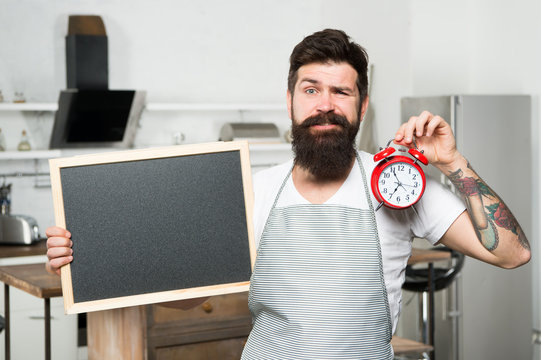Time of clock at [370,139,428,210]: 6:55
